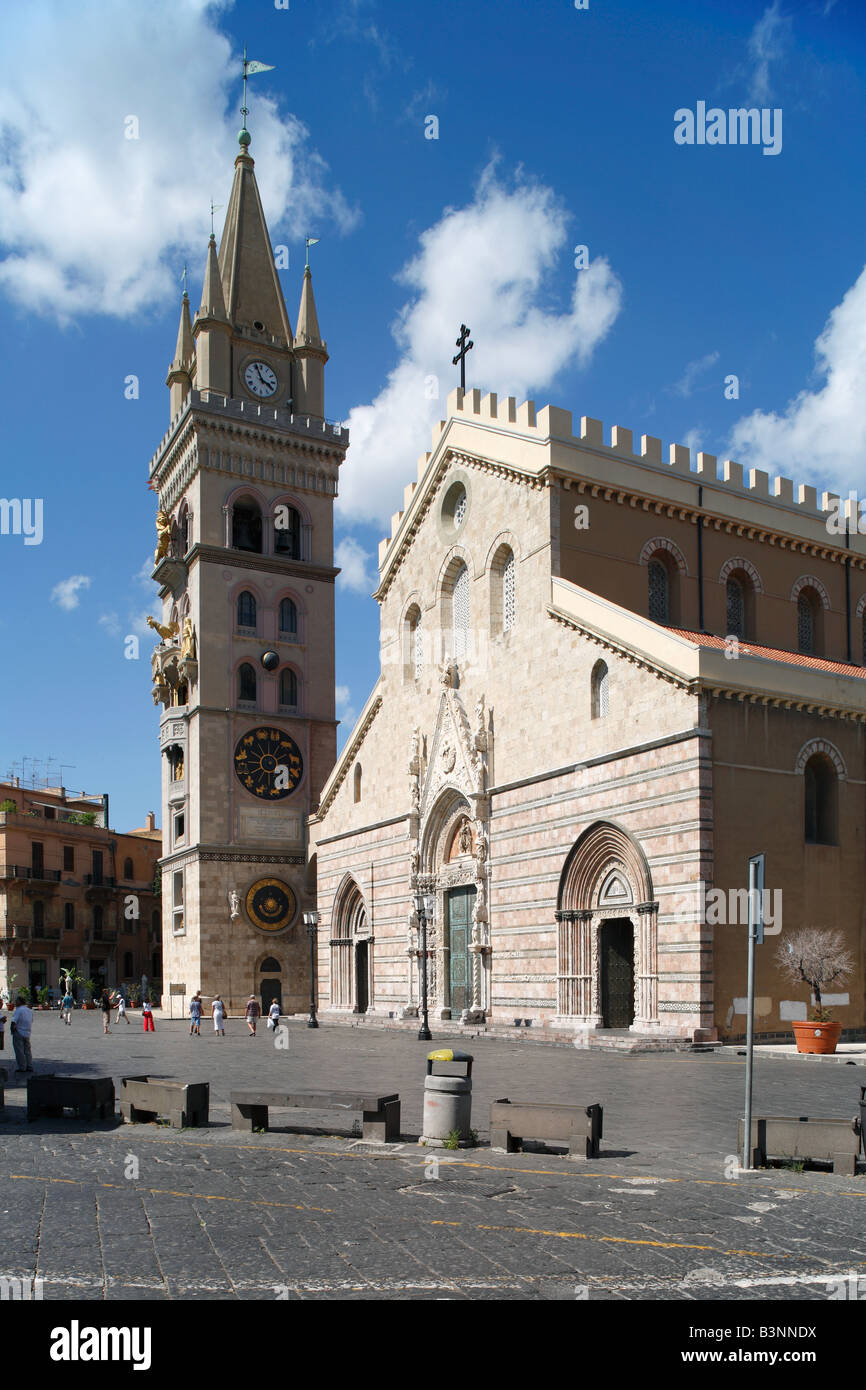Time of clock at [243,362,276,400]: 3:56
